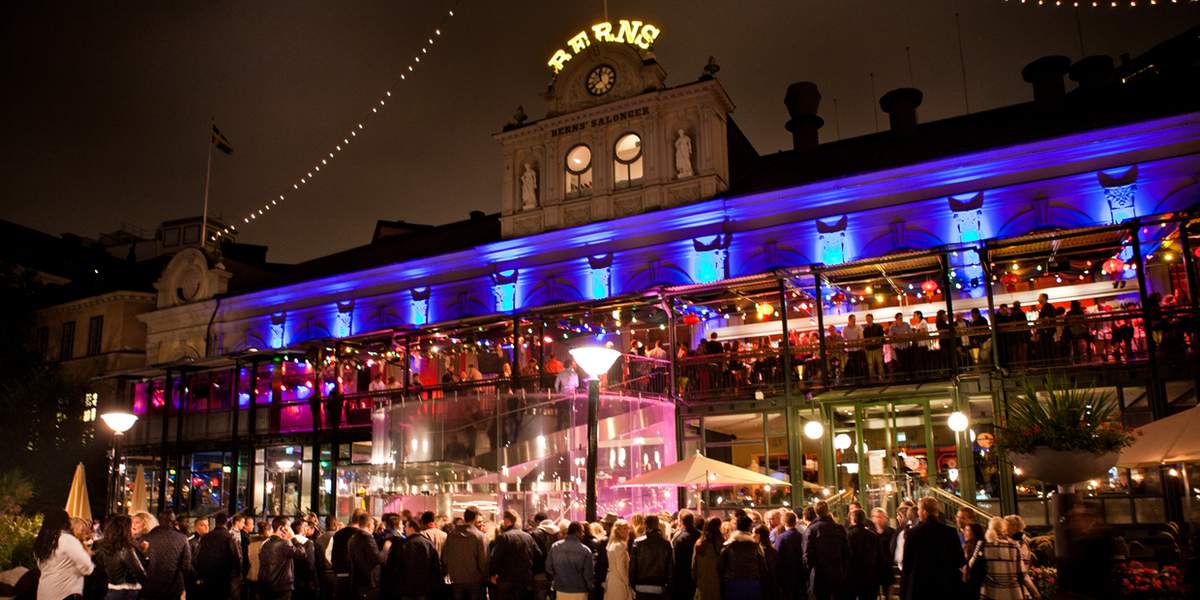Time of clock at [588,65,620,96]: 11:40
